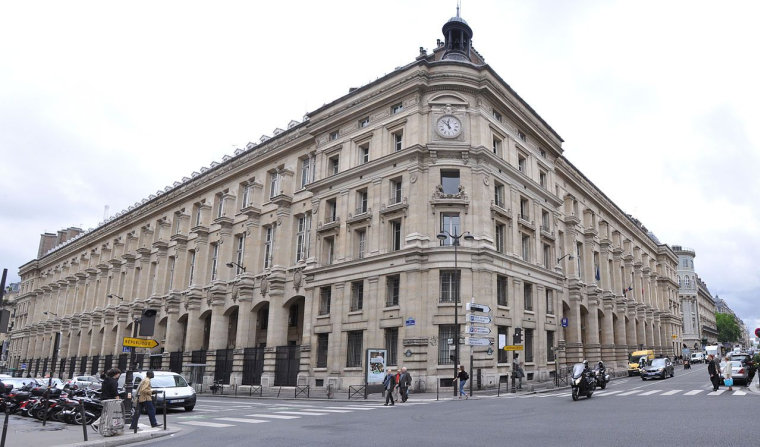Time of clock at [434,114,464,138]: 11:52
